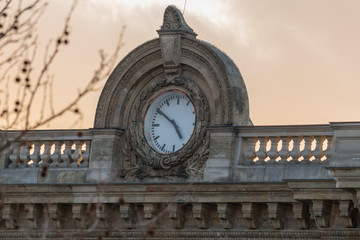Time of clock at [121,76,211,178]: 4:50
